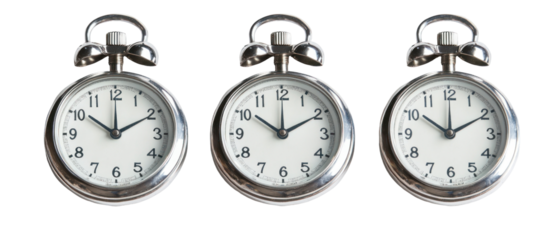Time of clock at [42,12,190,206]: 10:10
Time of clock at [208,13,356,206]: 10:10
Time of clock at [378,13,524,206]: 10:10
